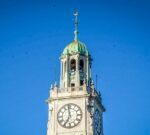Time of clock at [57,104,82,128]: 6:58
